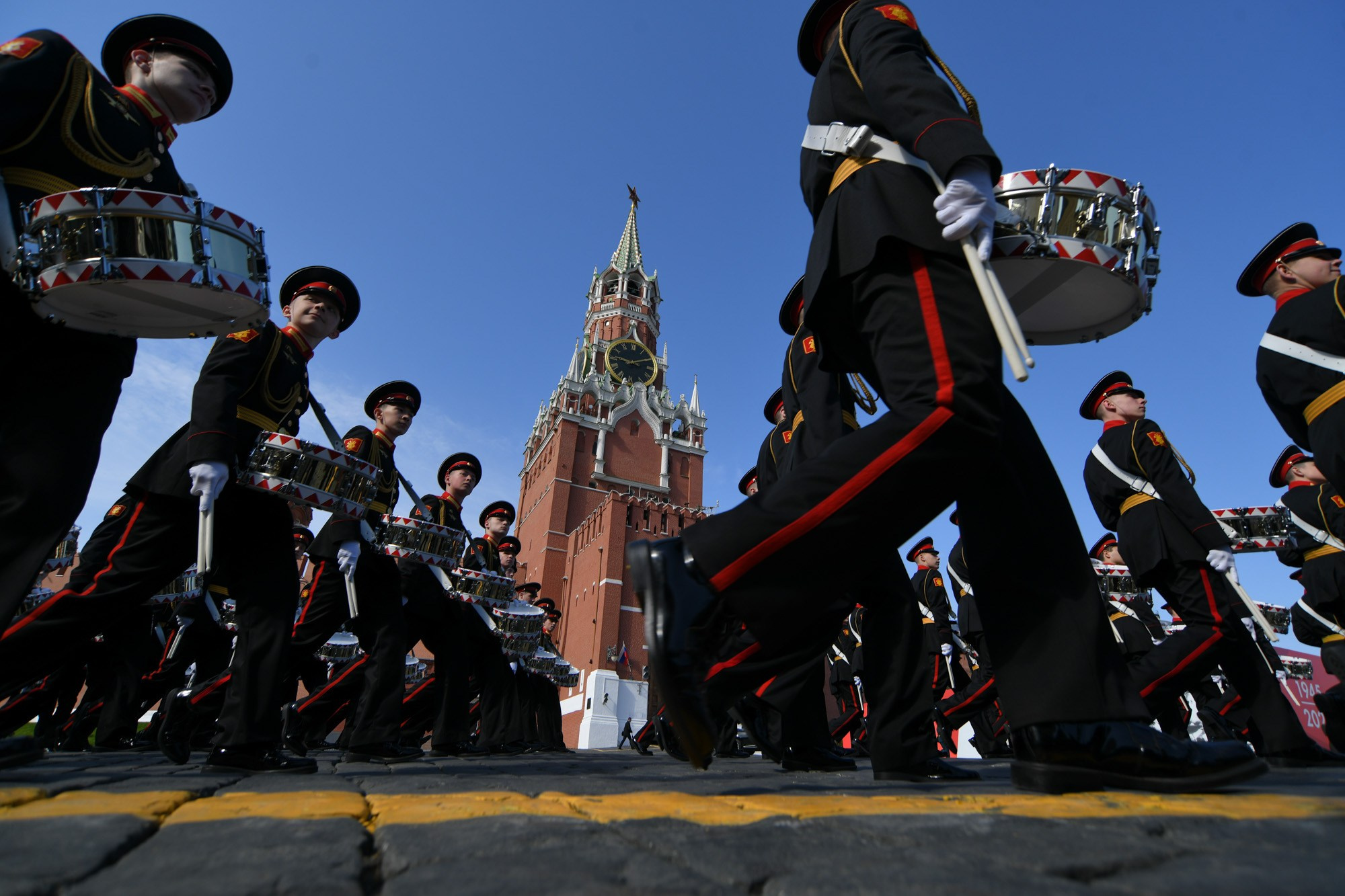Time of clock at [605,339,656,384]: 9:10
